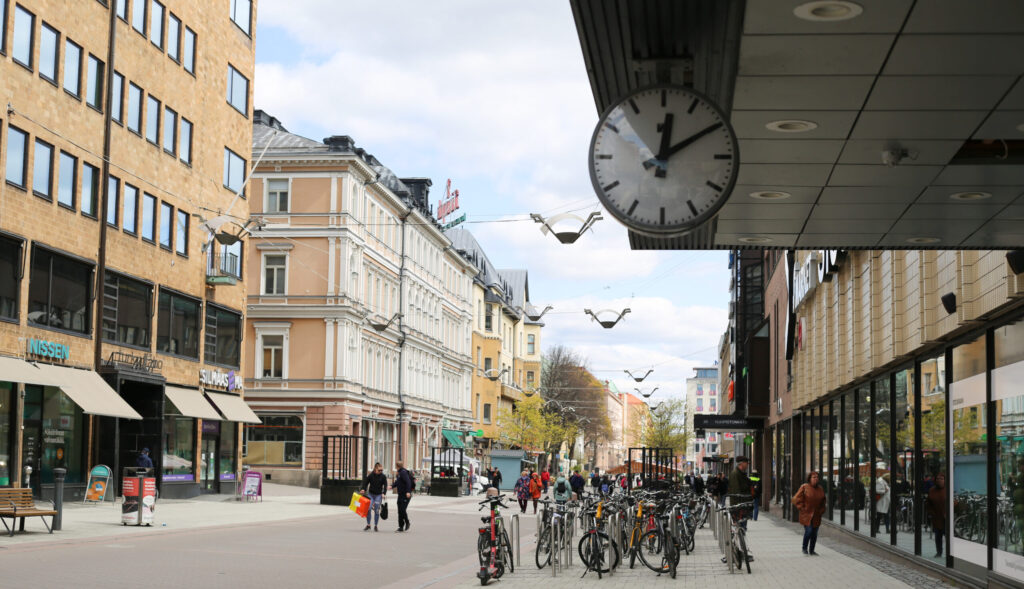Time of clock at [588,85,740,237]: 12:09
